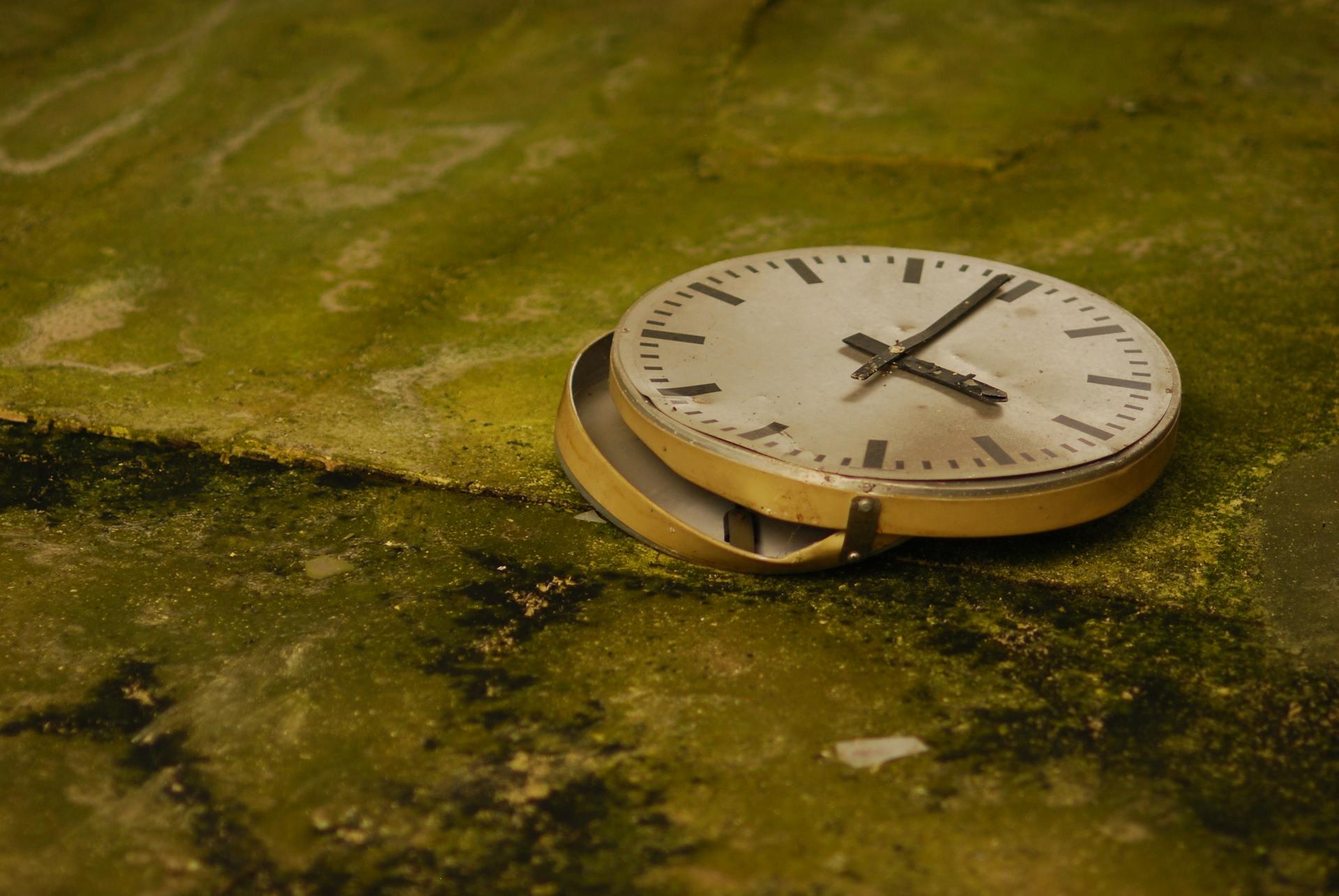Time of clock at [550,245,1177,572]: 4:04
